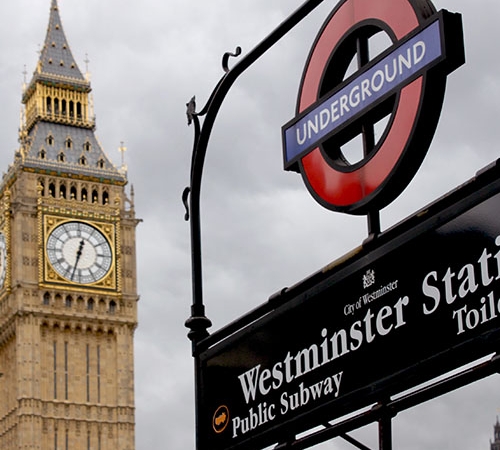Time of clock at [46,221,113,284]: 12:32
